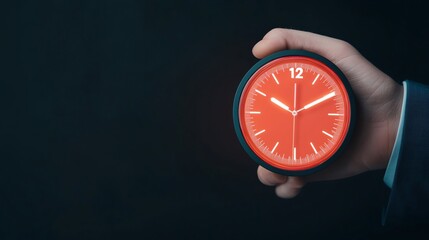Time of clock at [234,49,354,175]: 10:10
